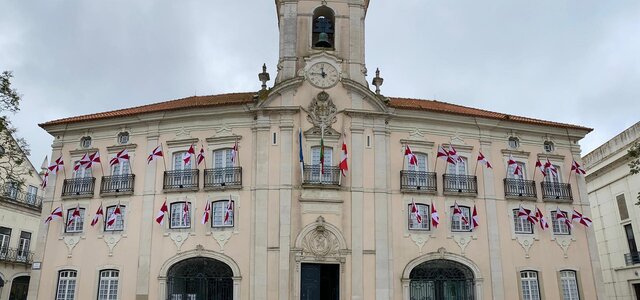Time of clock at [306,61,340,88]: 11:45
